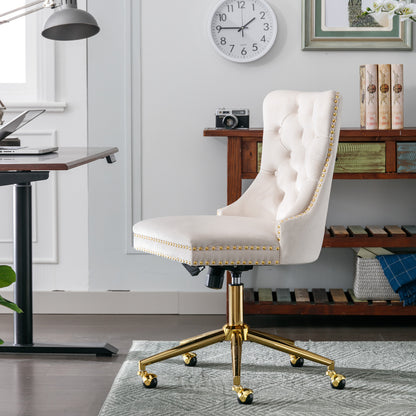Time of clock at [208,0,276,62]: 1:45
